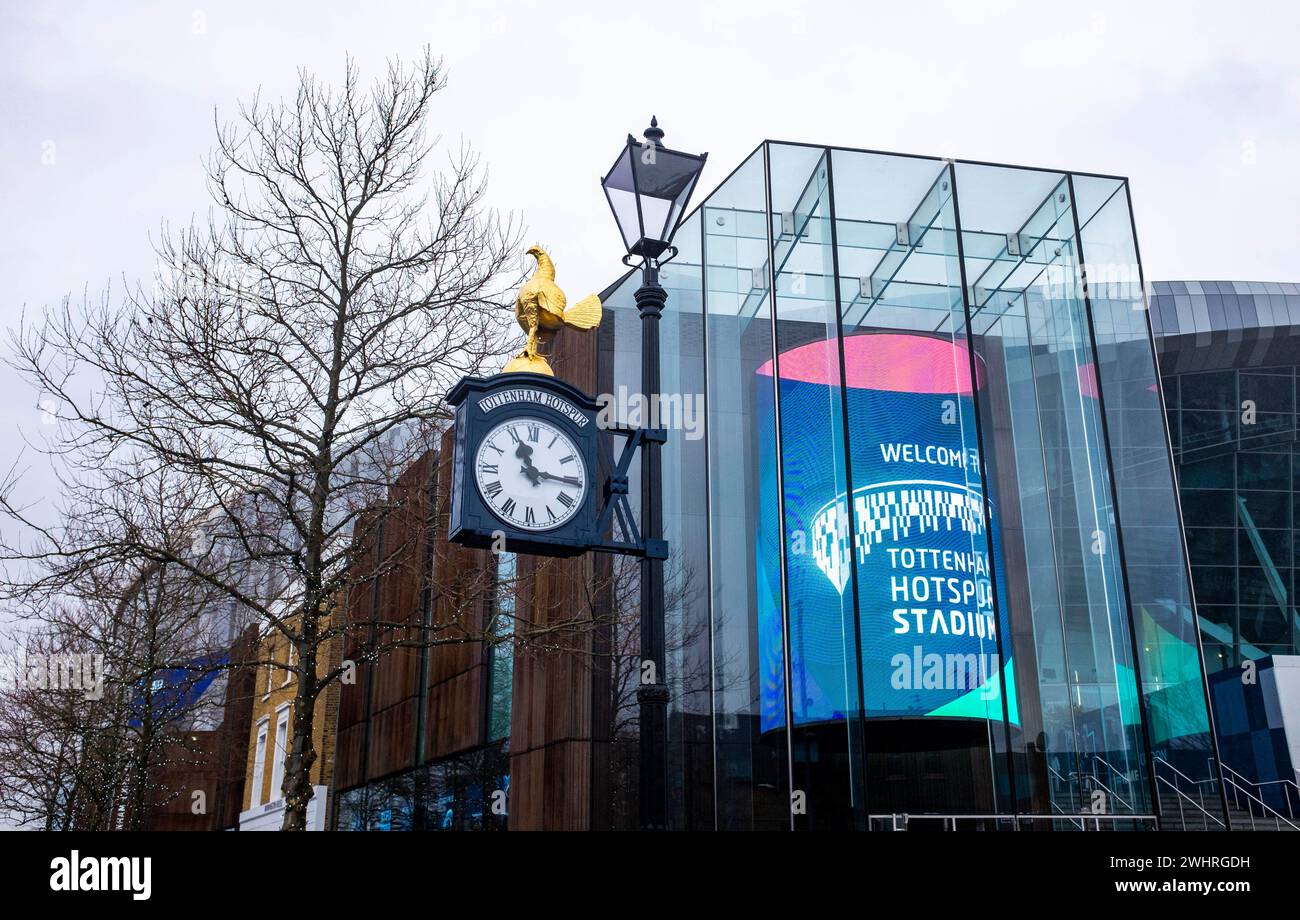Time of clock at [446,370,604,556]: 11:15
